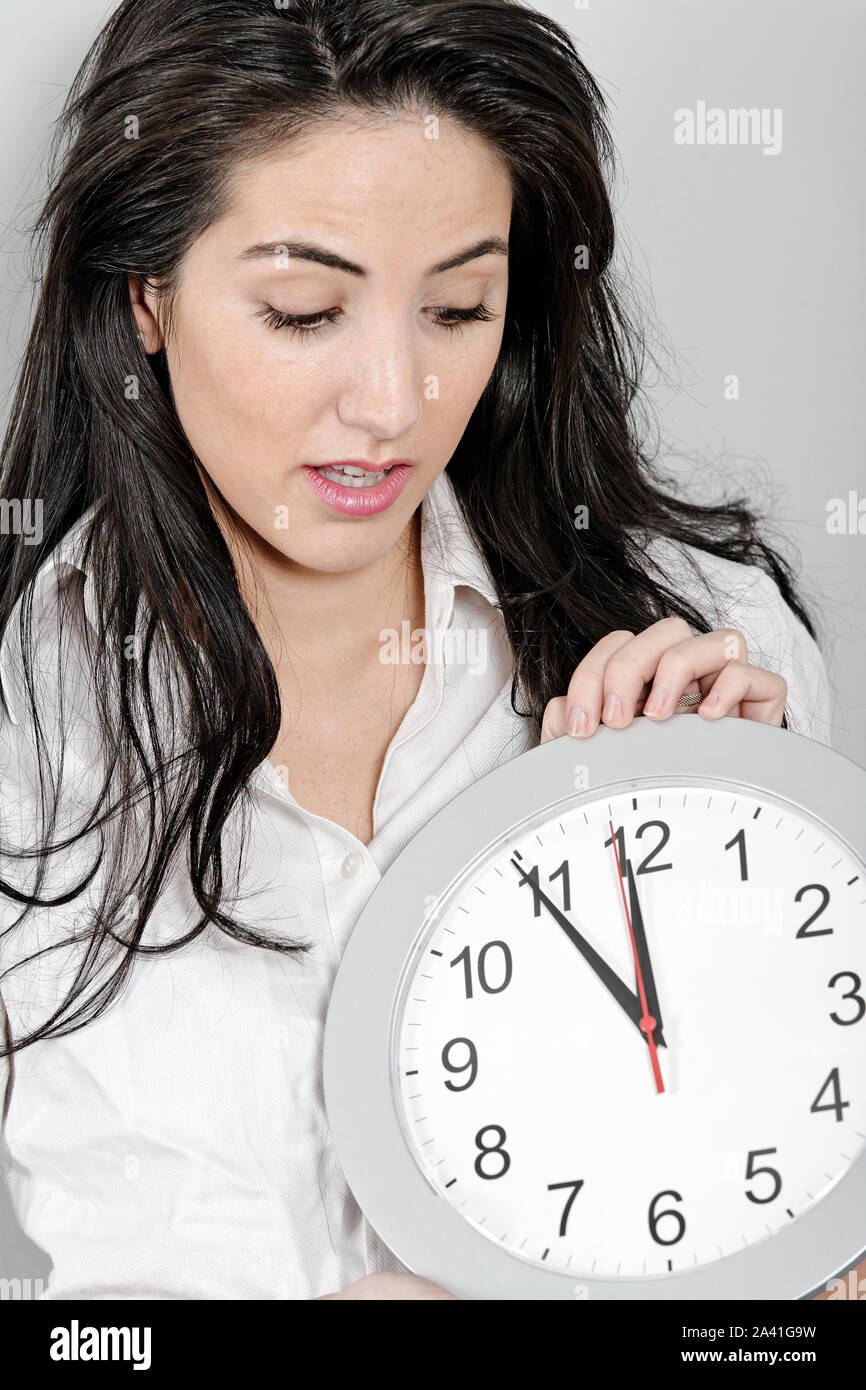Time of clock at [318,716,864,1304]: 11:54
